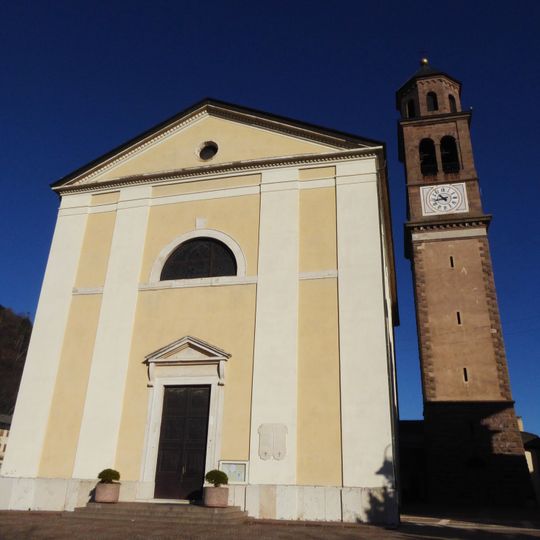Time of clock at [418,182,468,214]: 10:43
